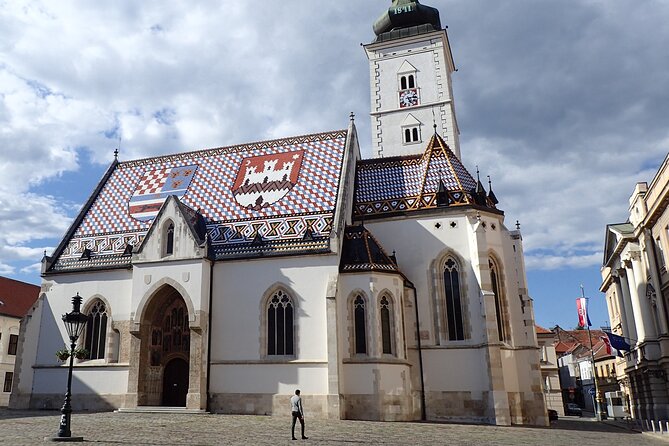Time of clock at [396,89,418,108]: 5:14
